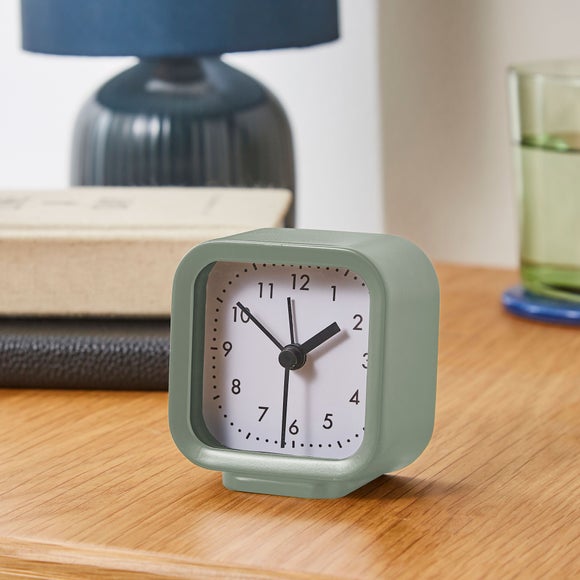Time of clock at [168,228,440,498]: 1:51
